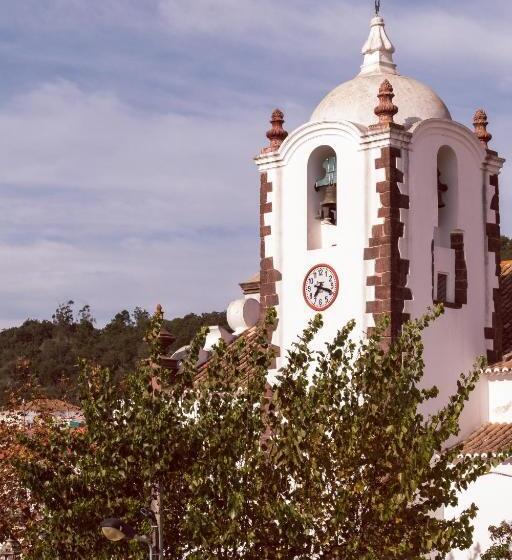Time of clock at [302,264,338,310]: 7:18
